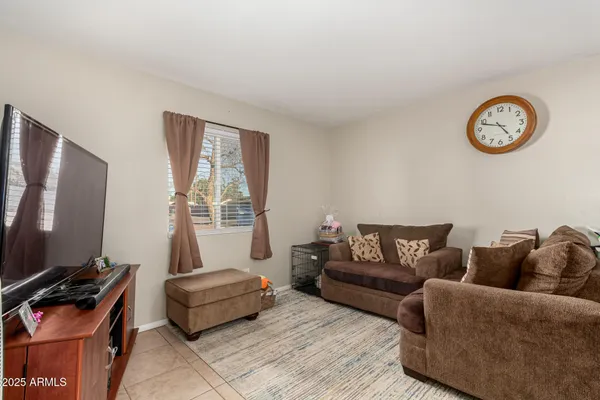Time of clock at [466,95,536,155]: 4:48
